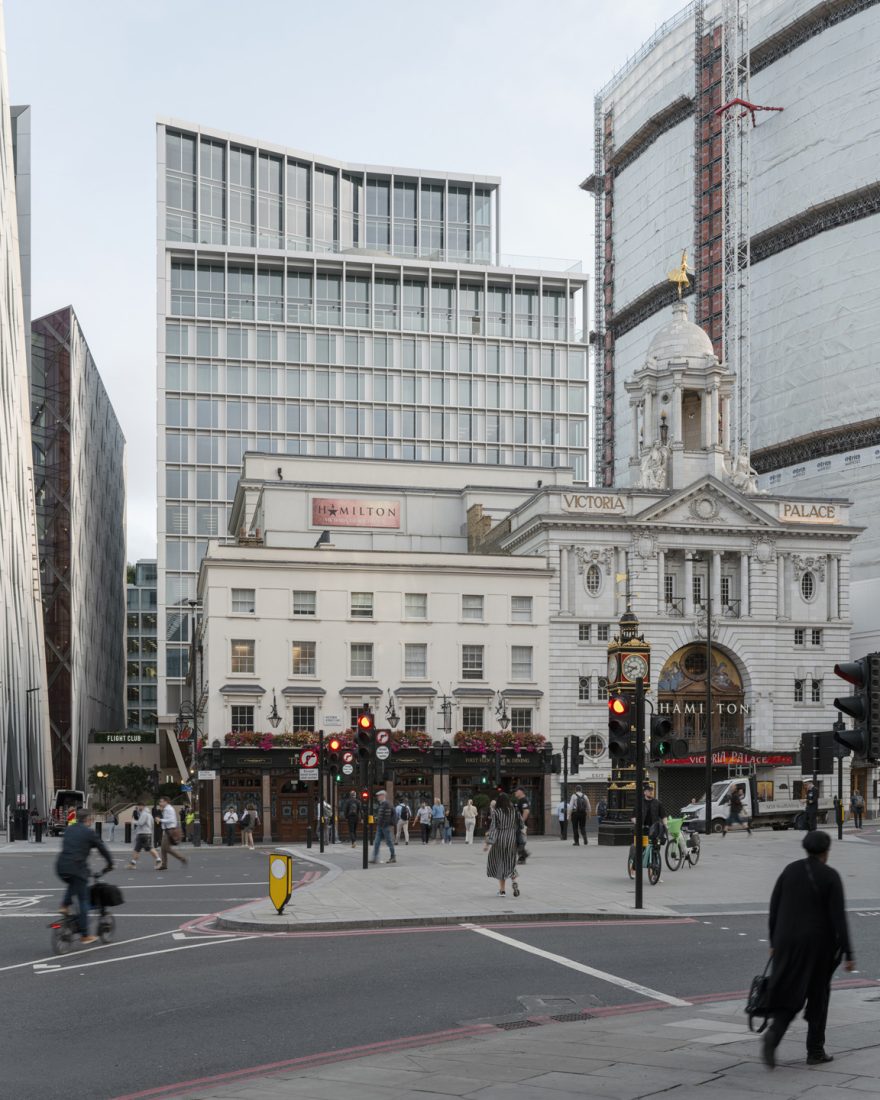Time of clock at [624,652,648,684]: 7:47
